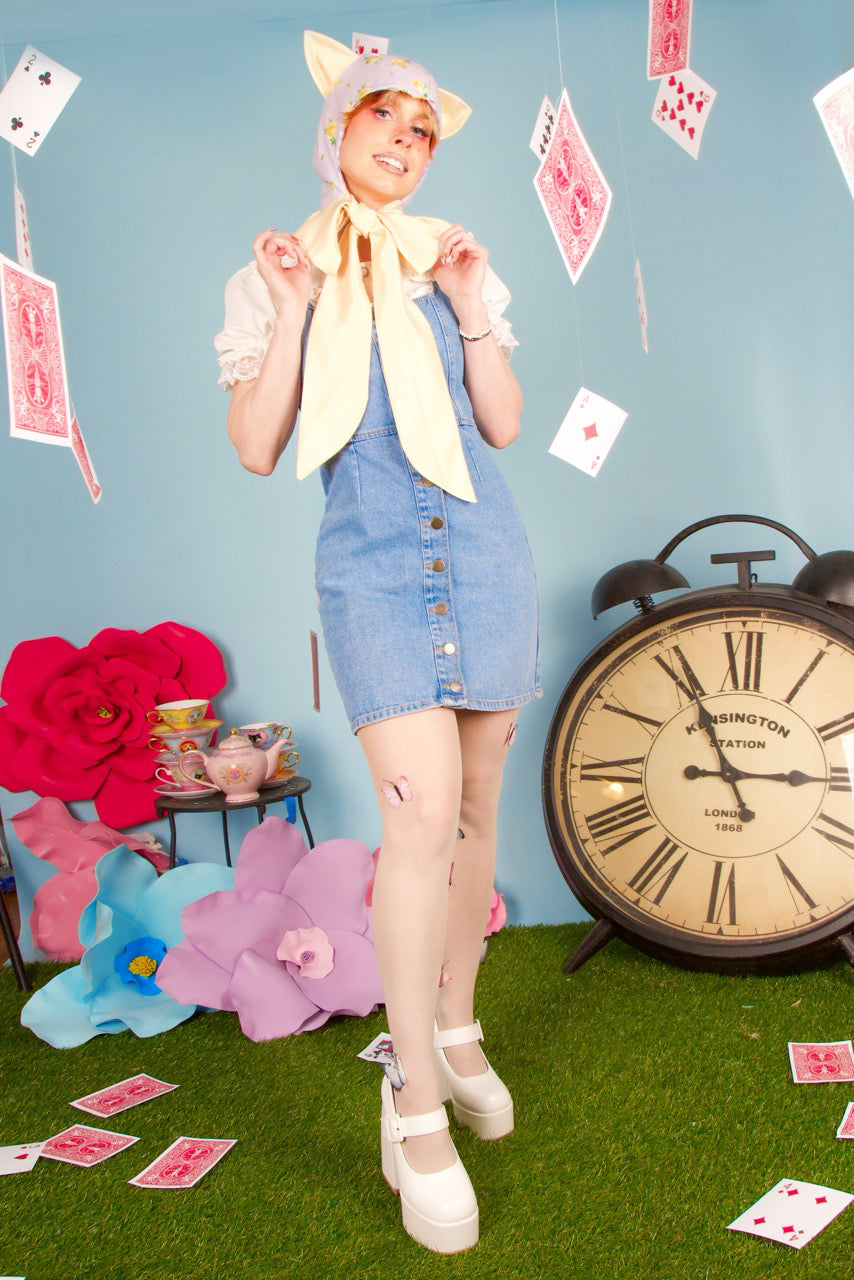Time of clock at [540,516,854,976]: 2:55
